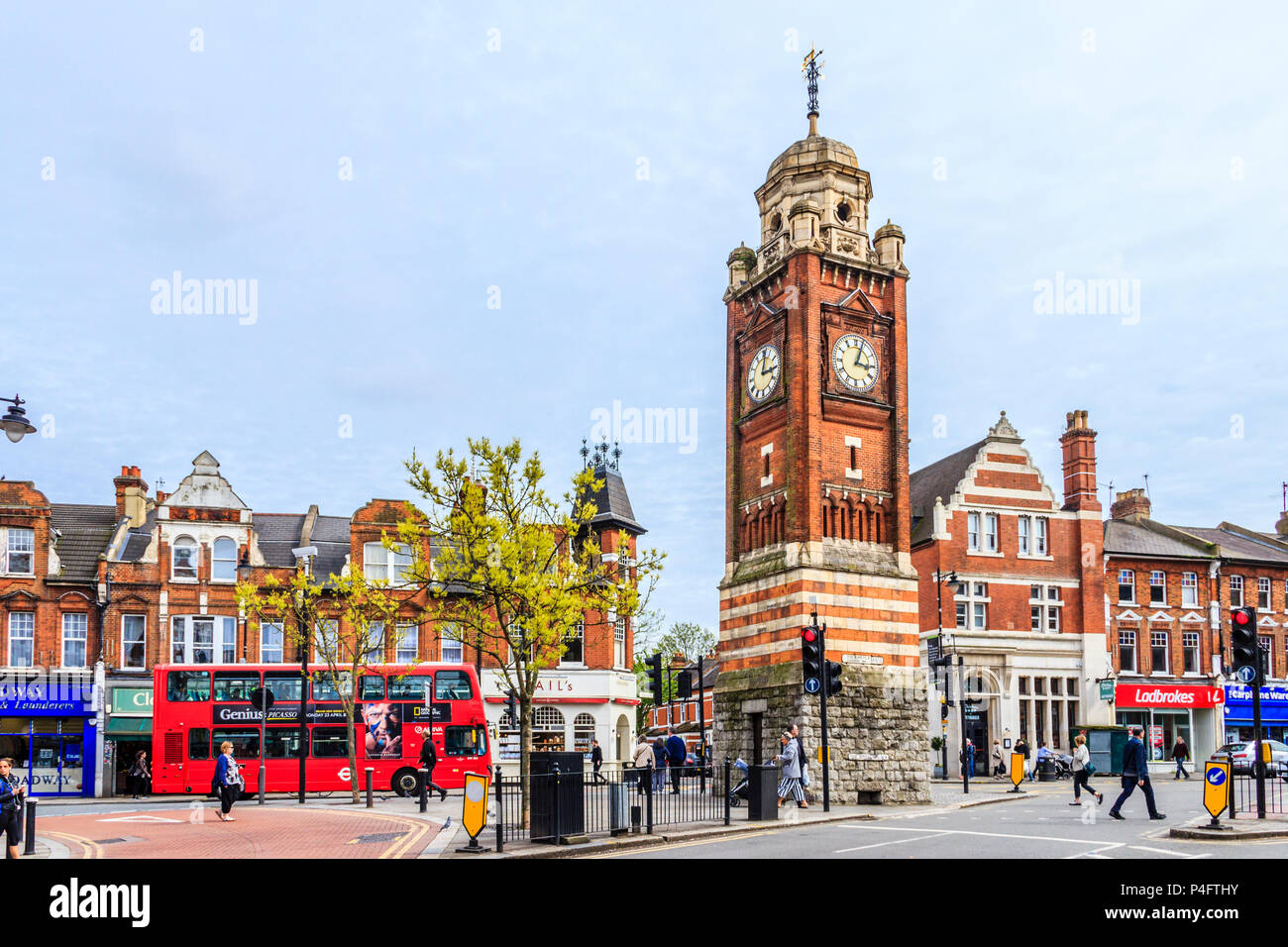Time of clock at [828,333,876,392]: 3:03
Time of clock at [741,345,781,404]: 3:01
